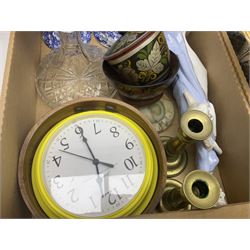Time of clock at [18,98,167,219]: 3:55
